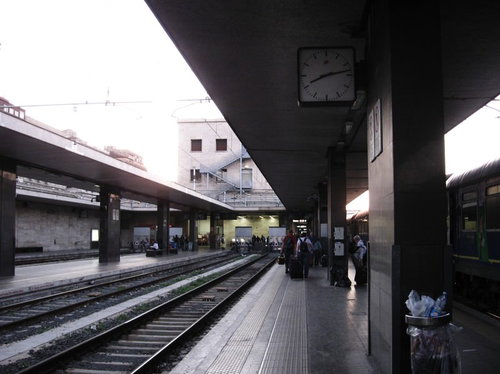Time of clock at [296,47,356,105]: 8:12
